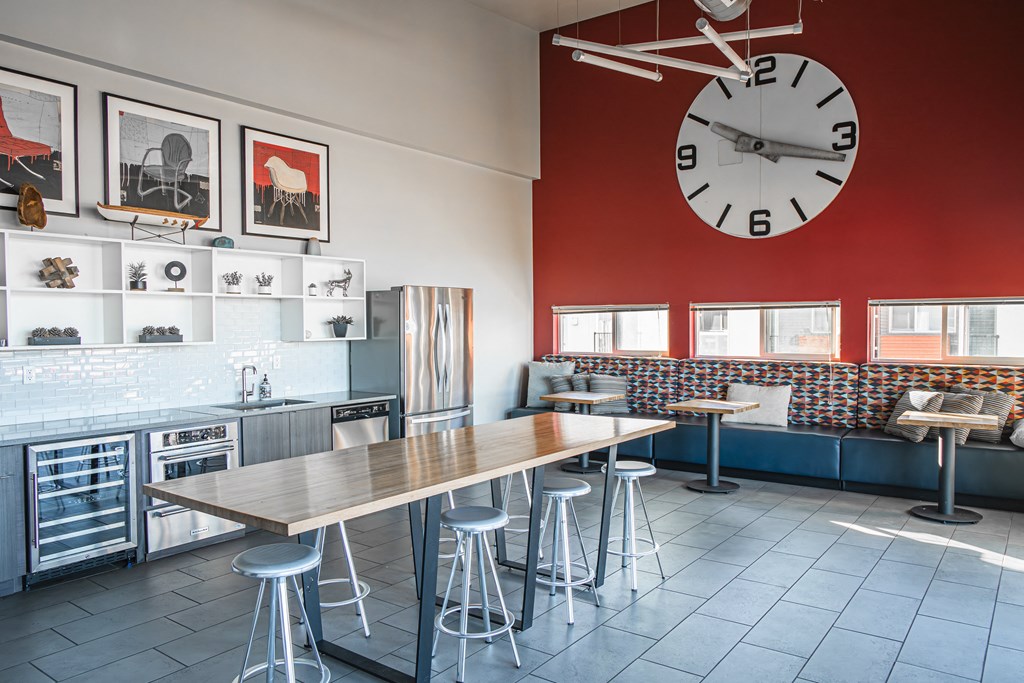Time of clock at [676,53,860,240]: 10:17
